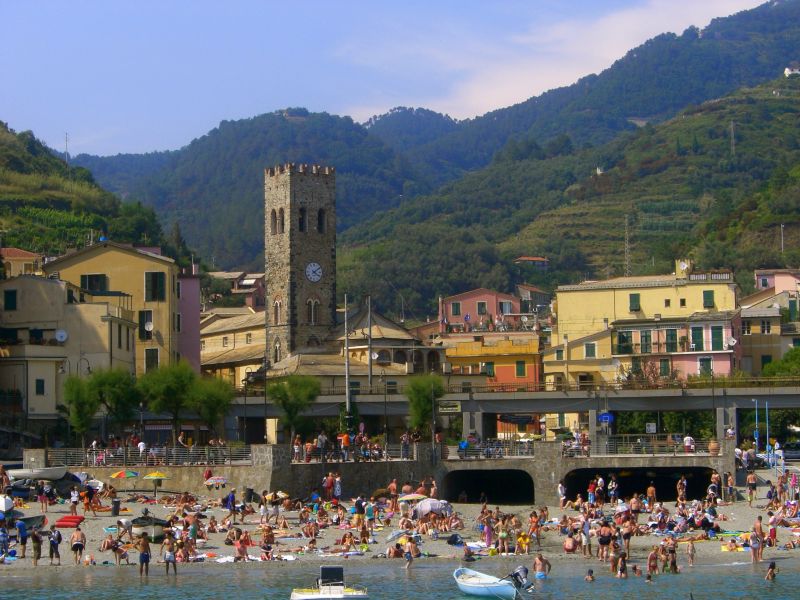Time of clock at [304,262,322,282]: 4:08
